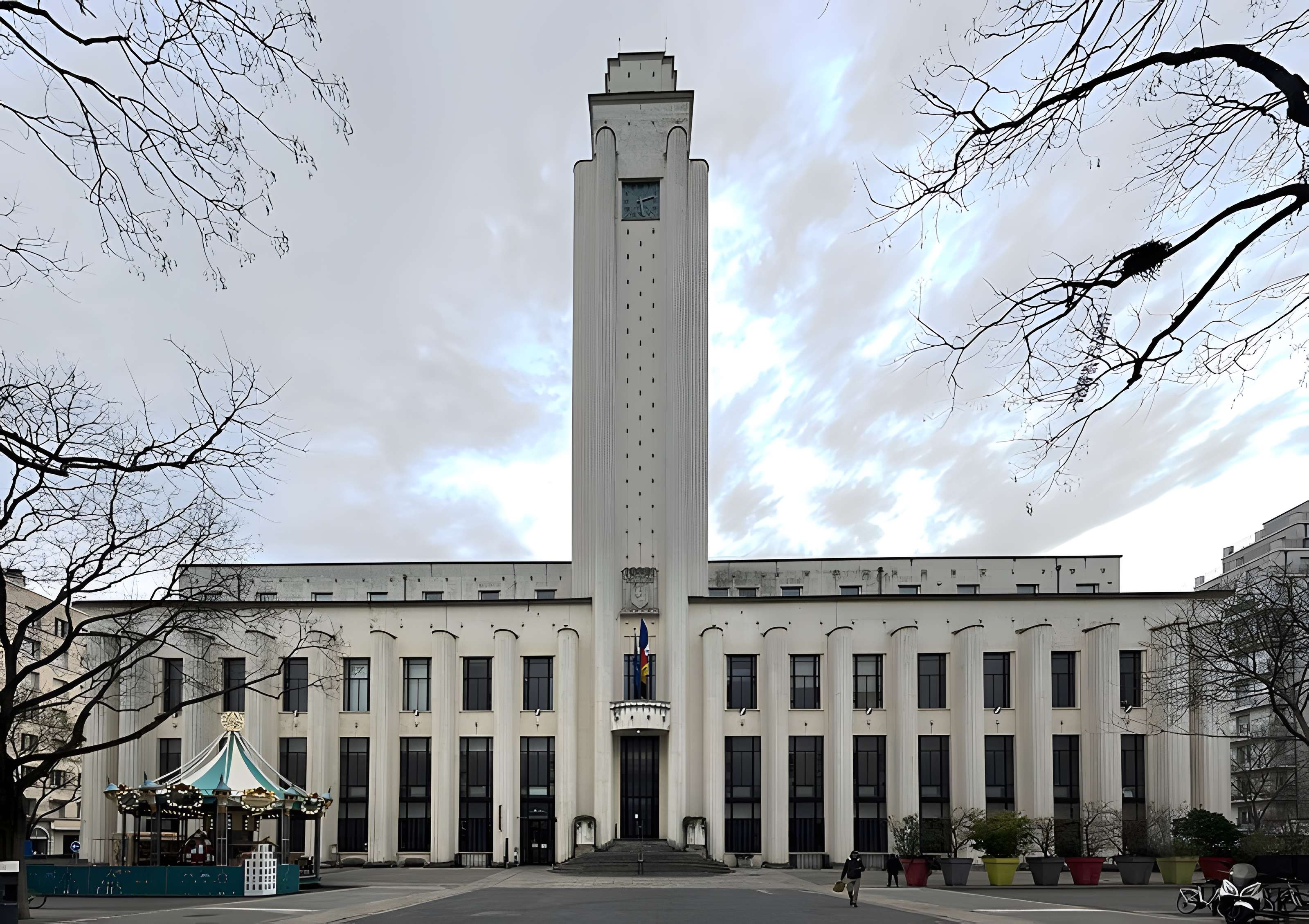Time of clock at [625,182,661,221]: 2:29
